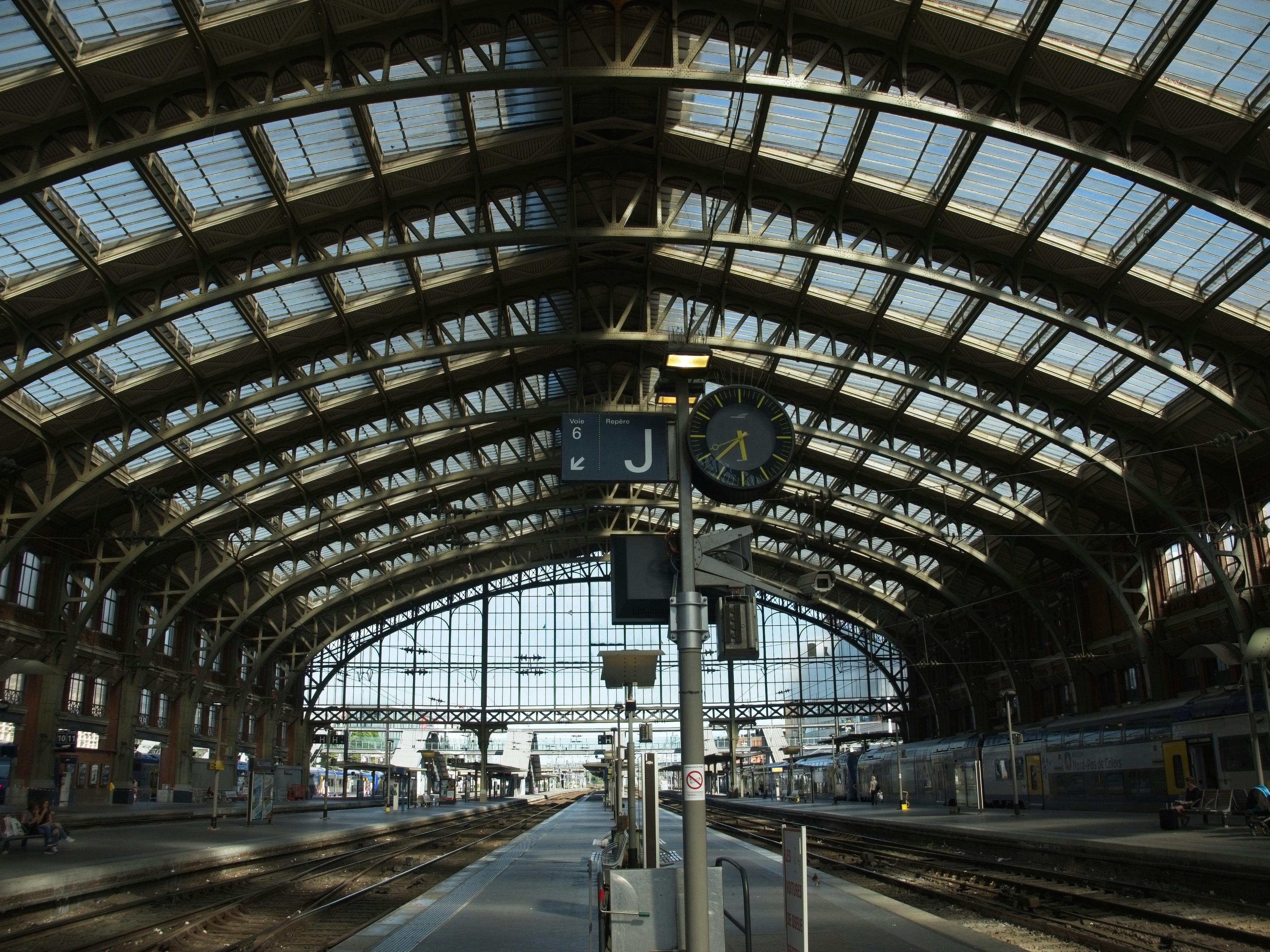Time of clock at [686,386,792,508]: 5:37
